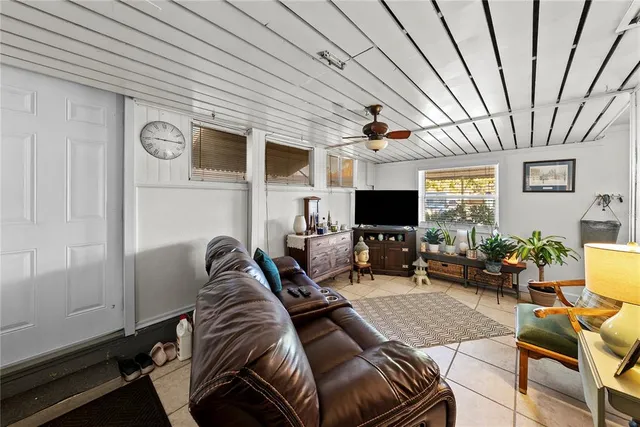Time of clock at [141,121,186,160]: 9:15
